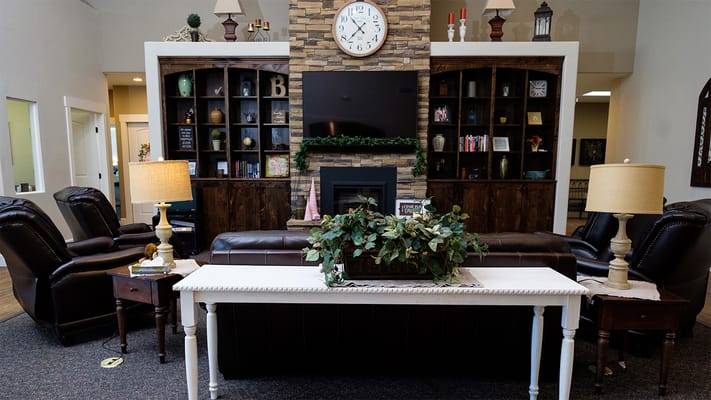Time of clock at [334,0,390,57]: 10:37
